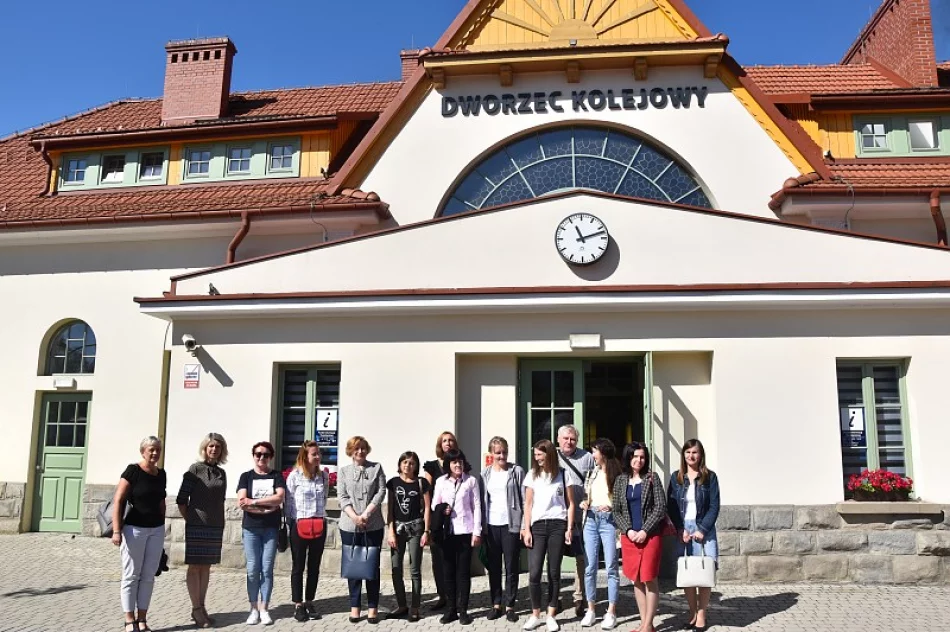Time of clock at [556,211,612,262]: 11:12
